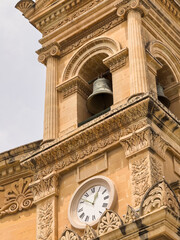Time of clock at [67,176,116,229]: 12:51
